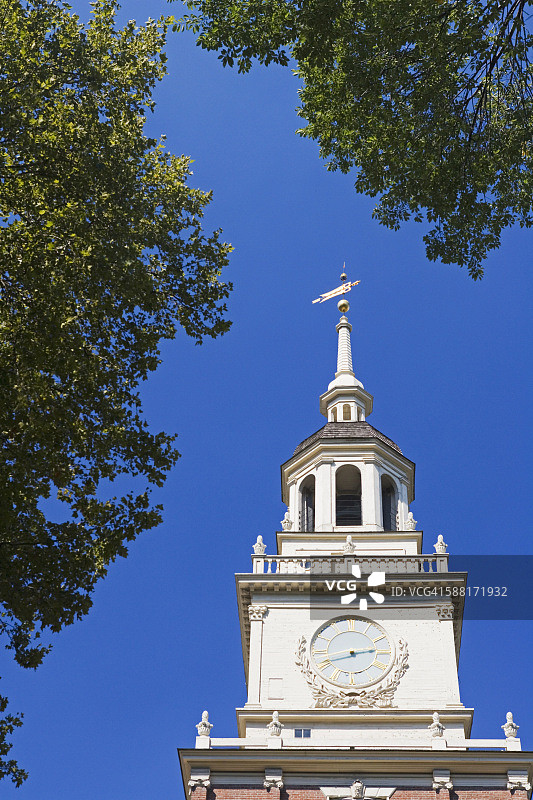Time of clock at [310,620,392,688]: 2:42
